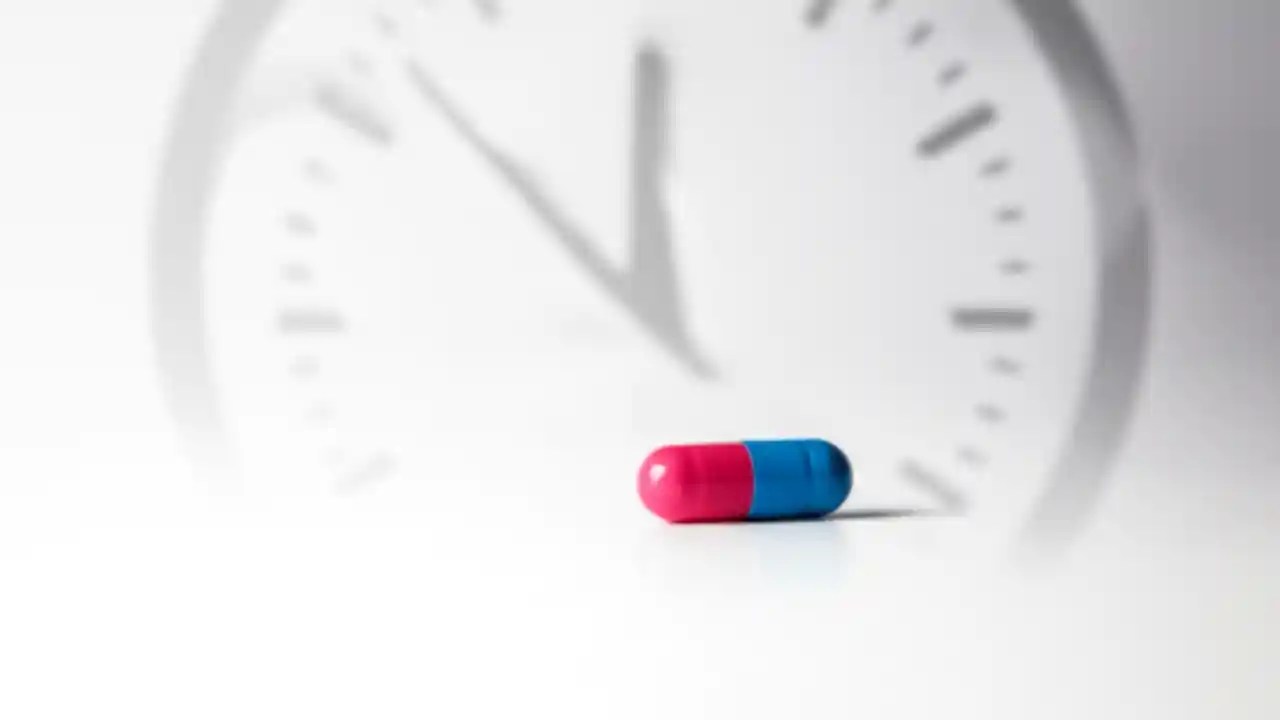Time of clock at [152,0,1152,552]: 11:52
